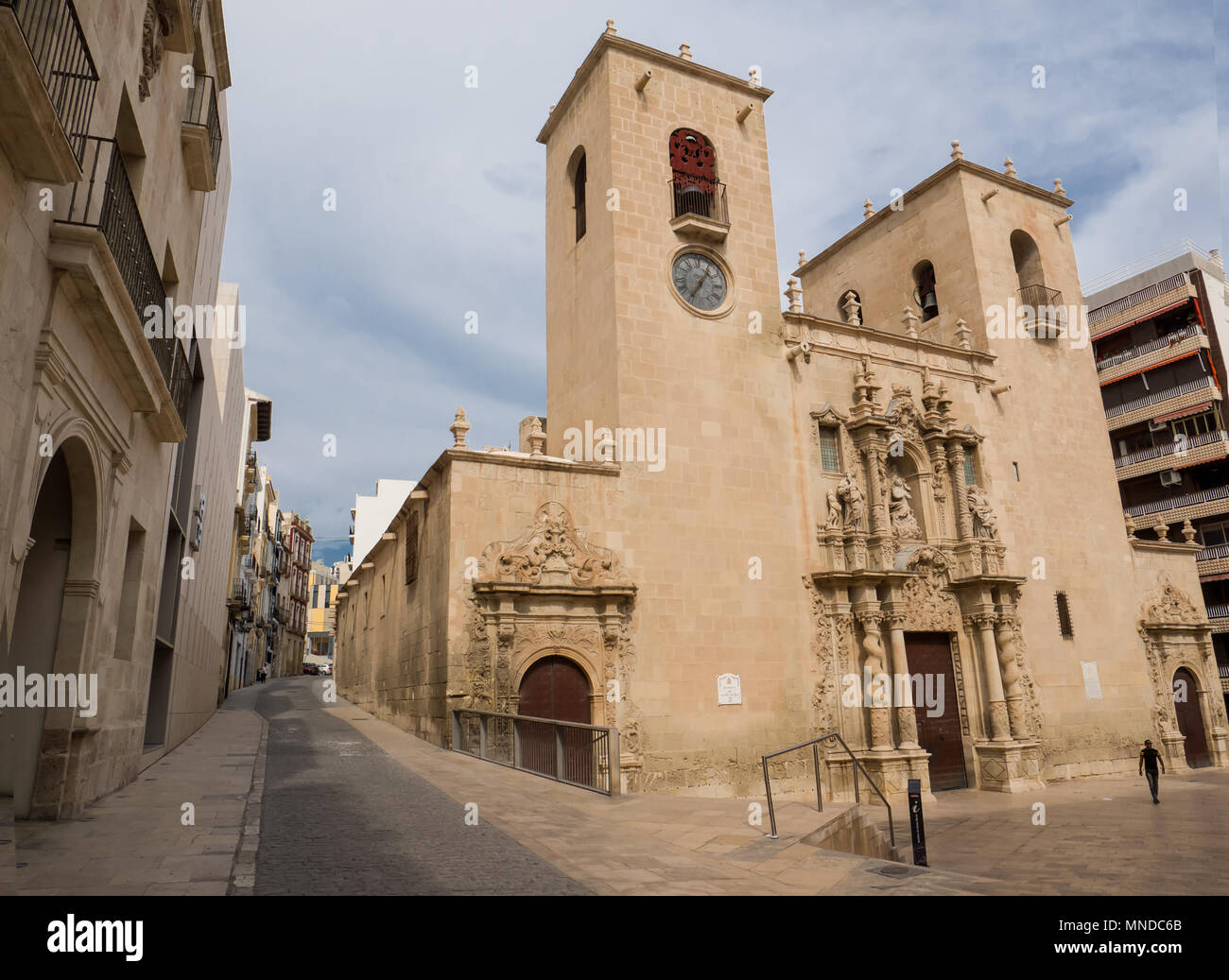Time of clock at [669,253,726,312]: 7:06
